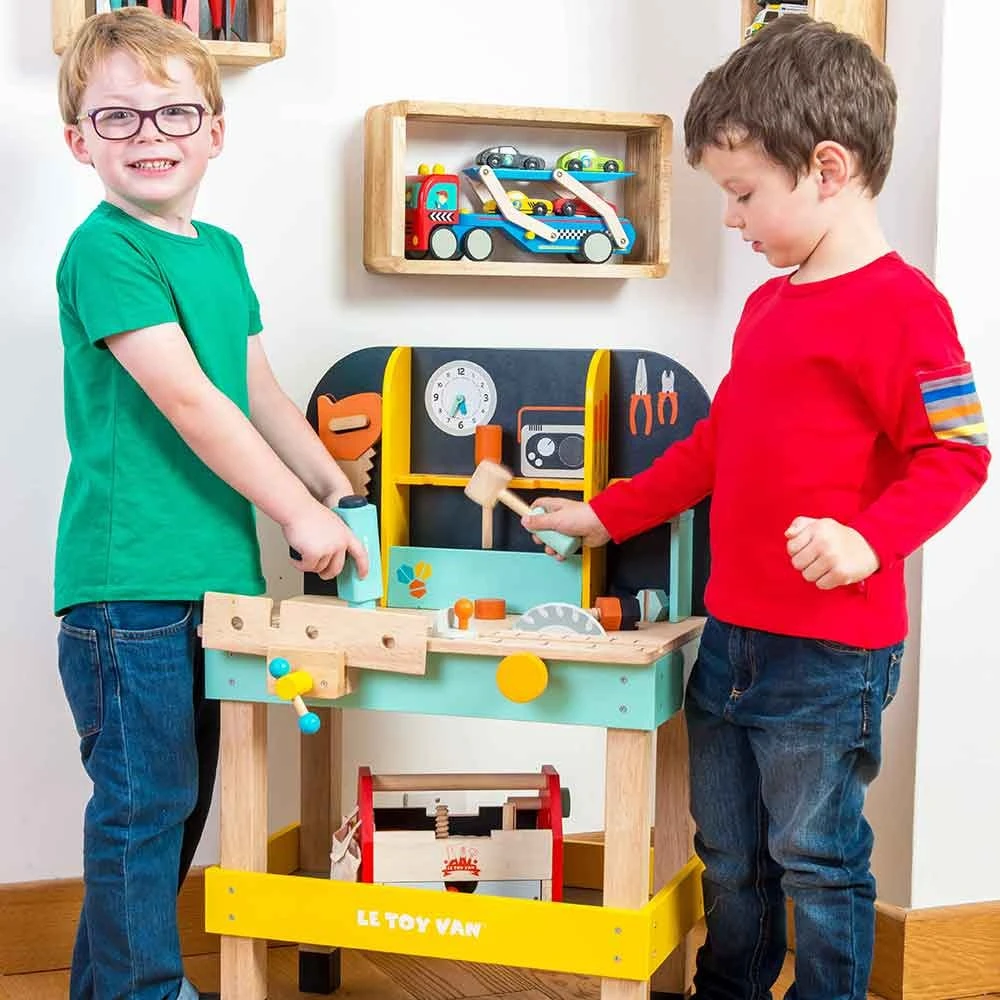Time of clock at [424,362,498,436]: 5:34
